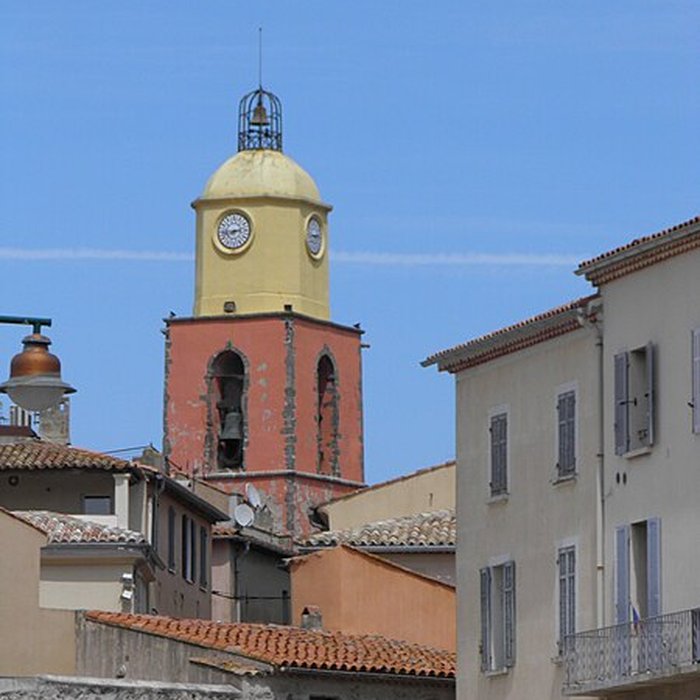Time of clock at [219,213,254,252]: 2:44
